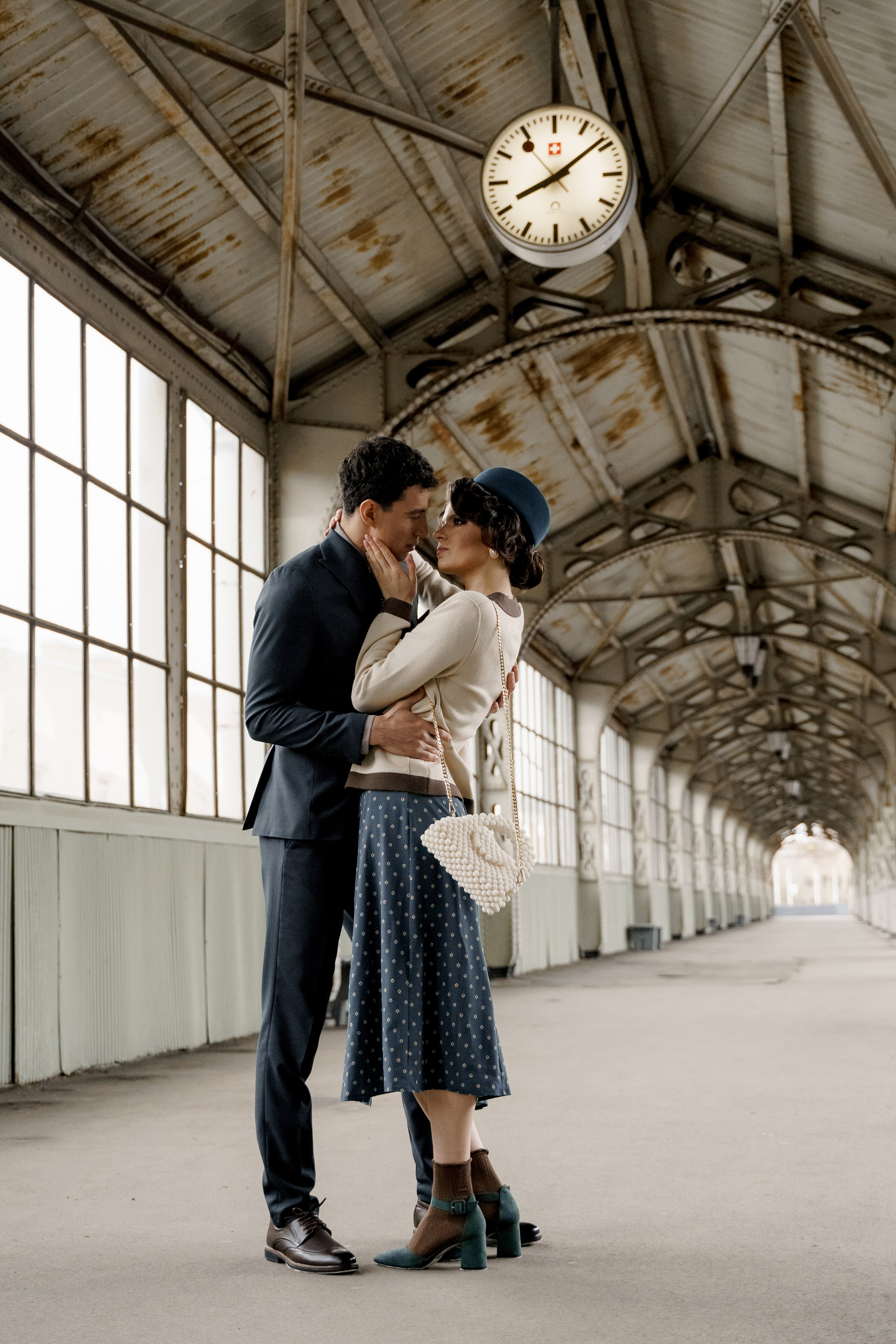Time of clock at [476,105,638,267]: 8:08
